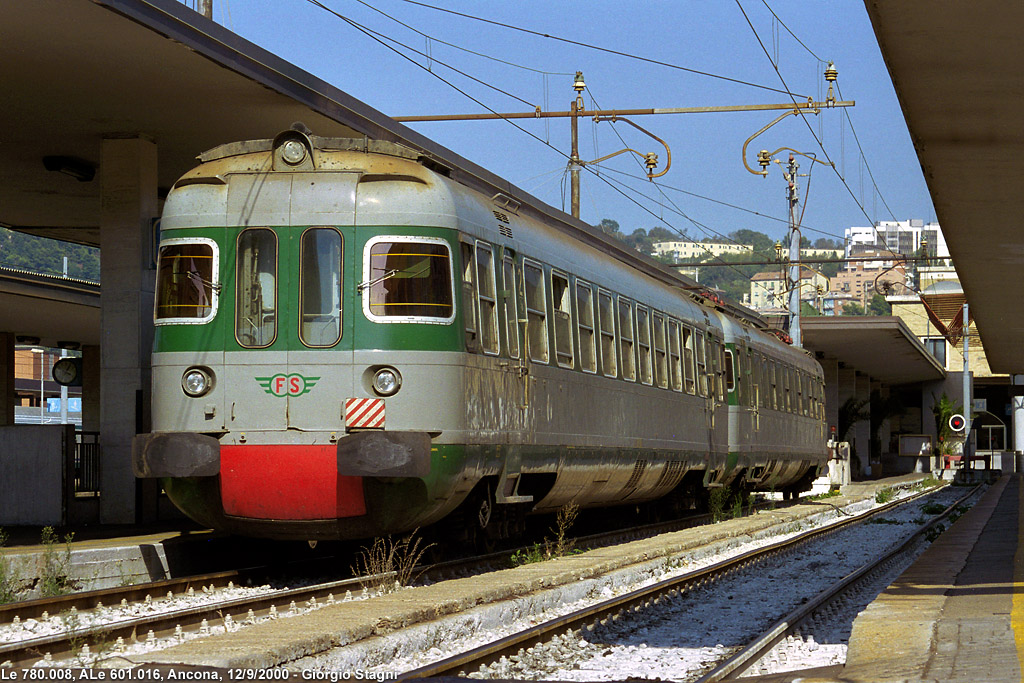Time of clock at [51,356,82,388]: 4:04
